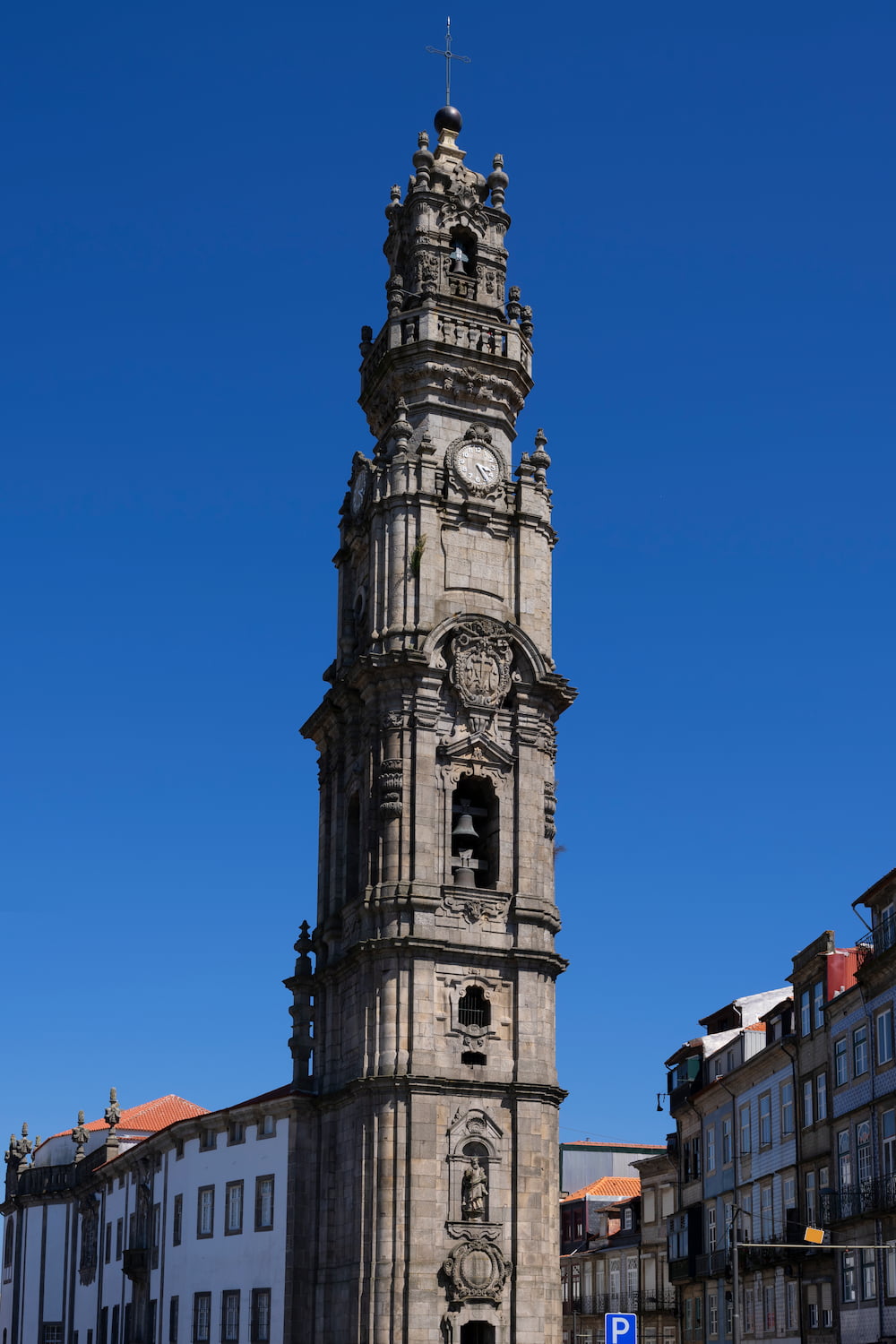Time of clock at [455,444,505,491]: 3:24
